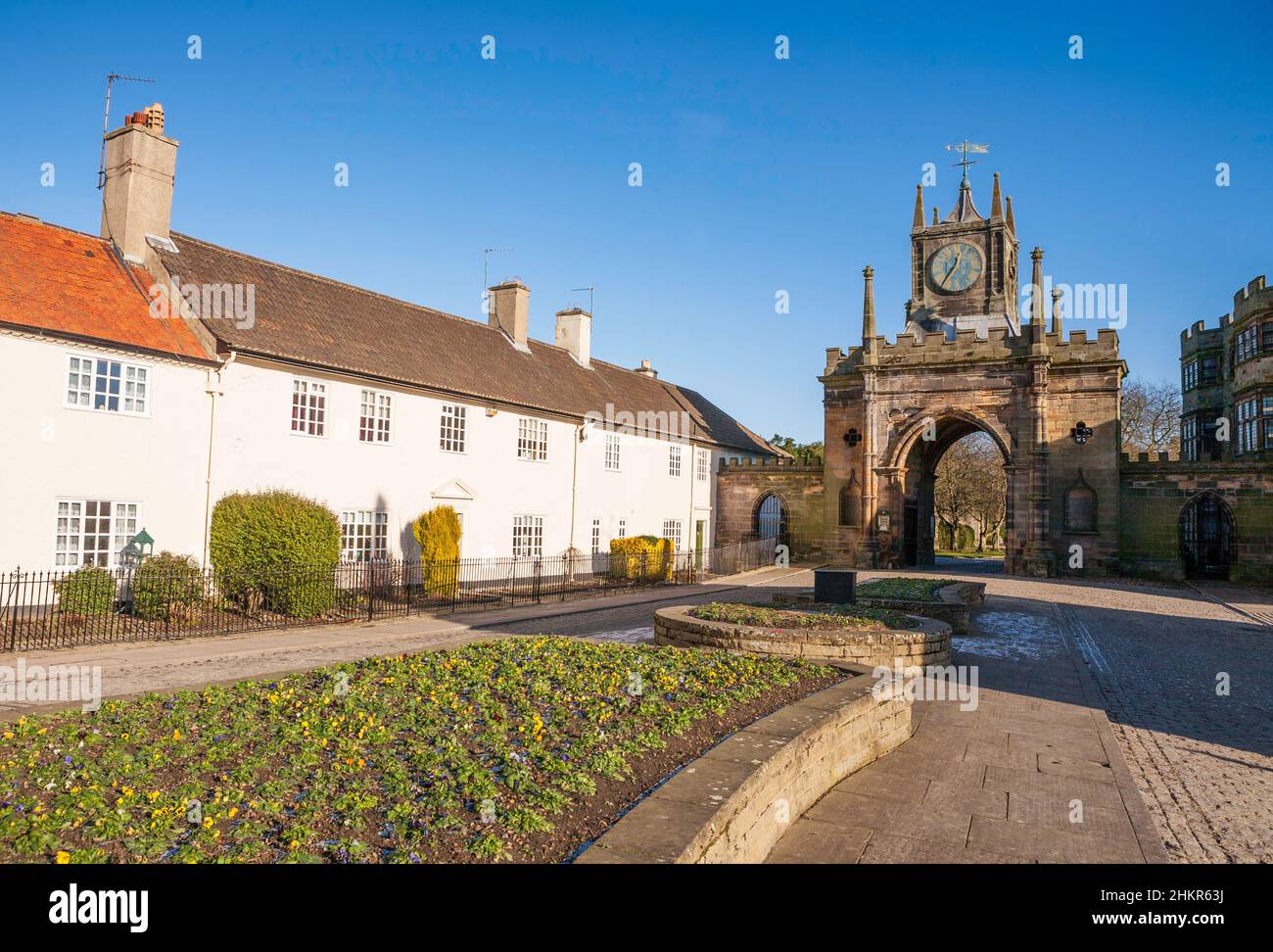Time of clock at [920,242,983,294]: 12:35
